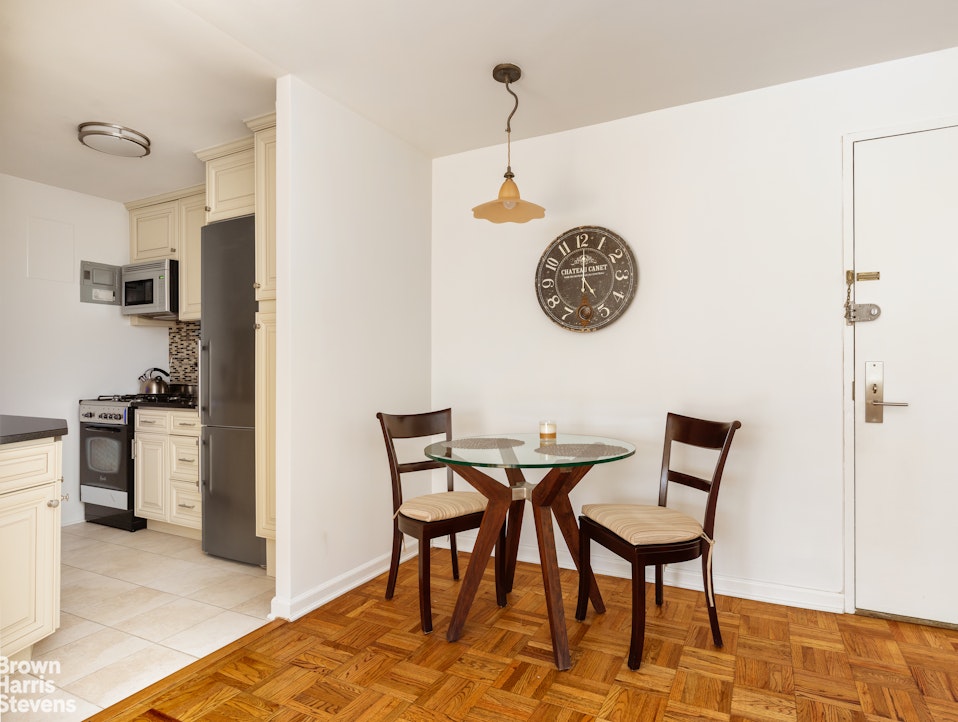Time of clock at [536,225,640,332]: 5:00
